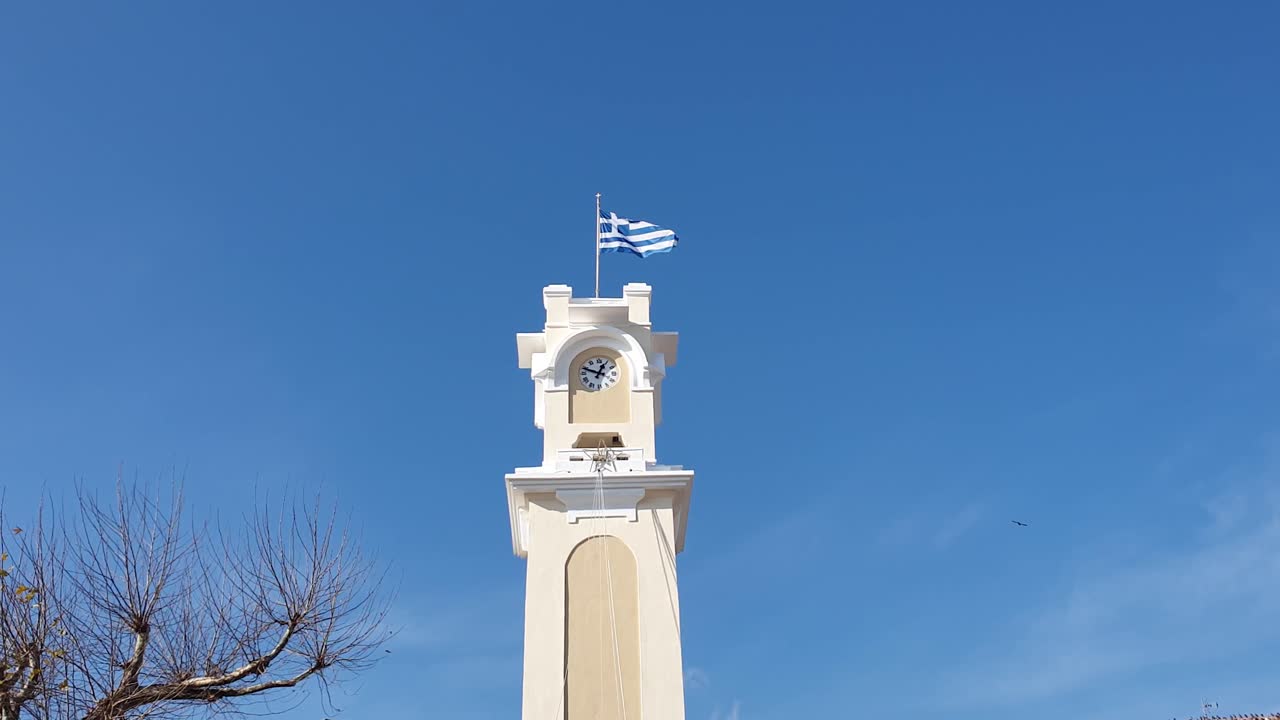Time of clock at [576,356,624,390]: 12:48
